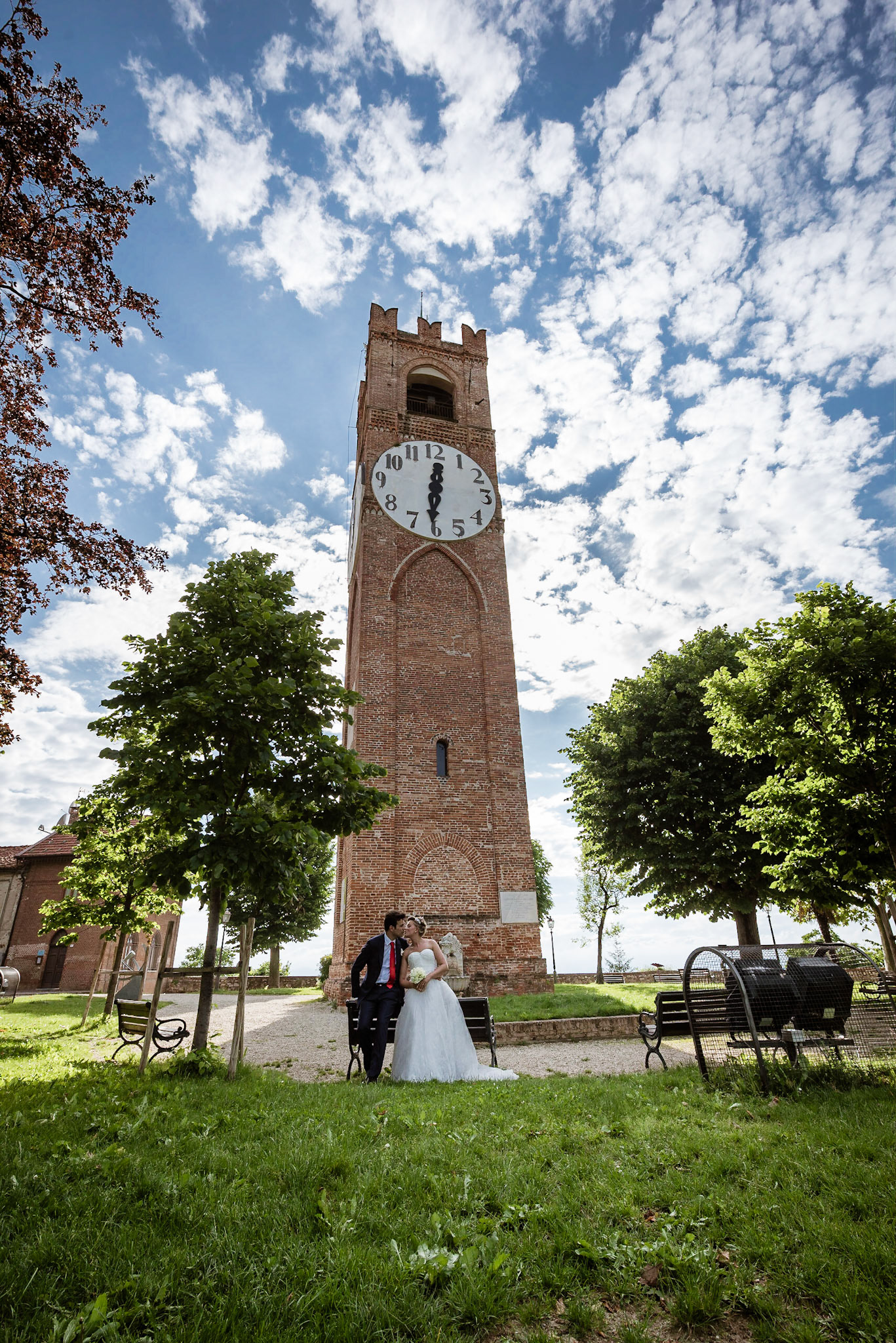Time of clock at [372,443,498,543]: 12:30
